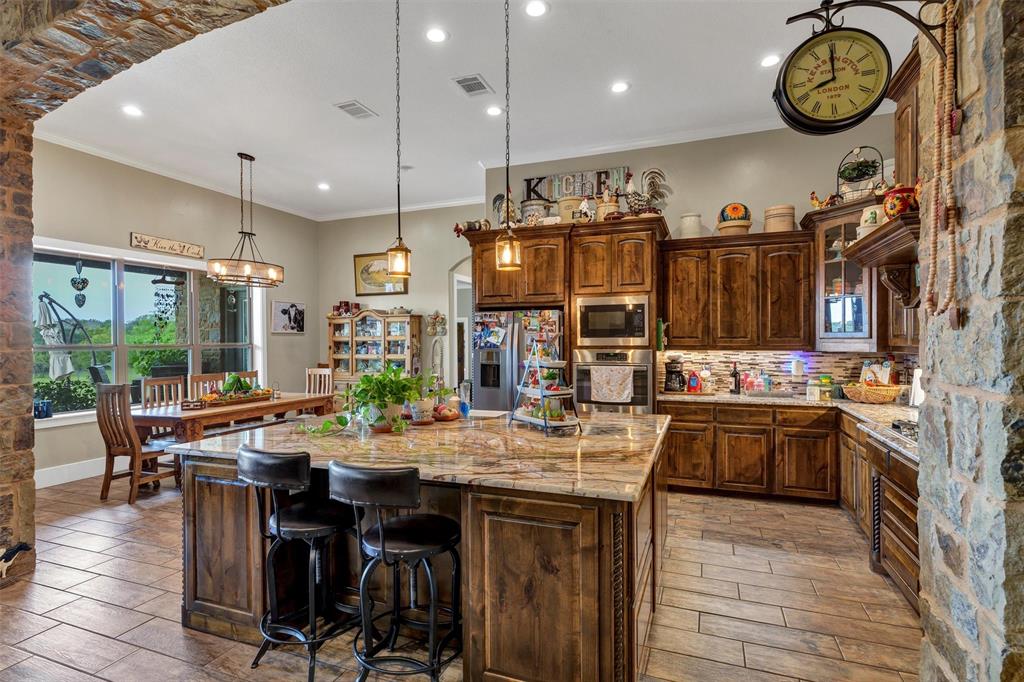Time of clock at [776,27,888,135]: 7:59
